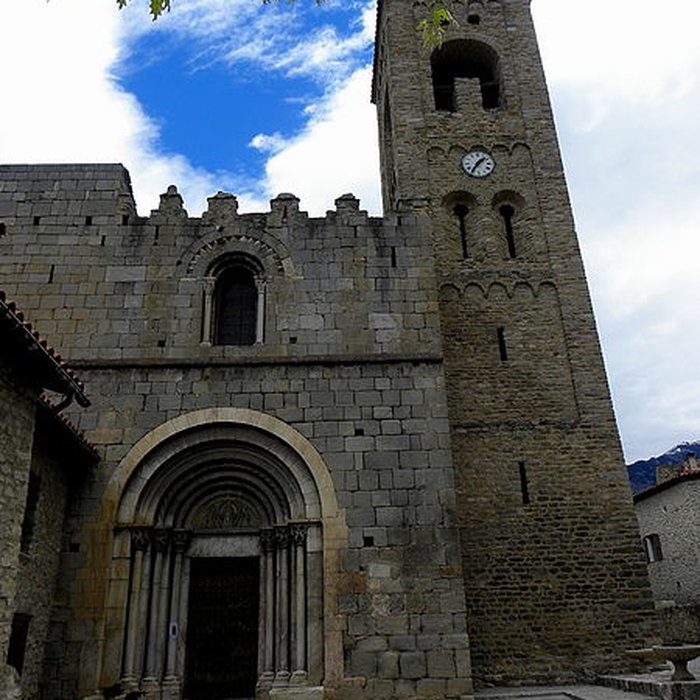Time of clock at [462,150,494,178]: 1:35
